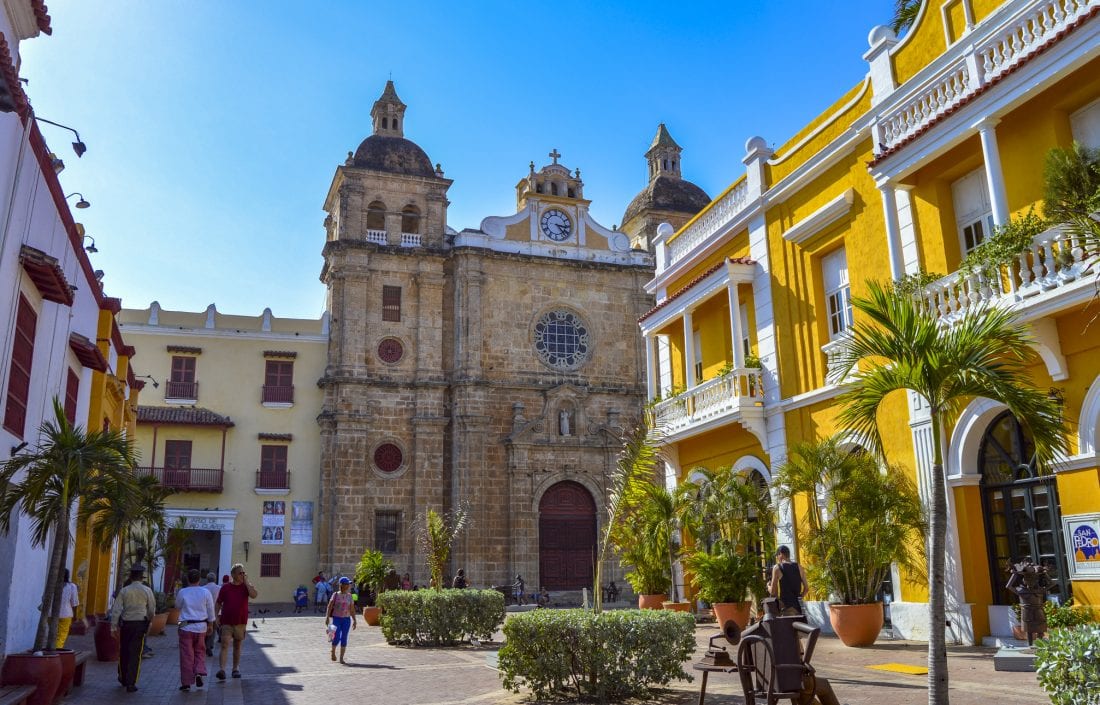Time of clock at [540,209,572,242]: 3:23
